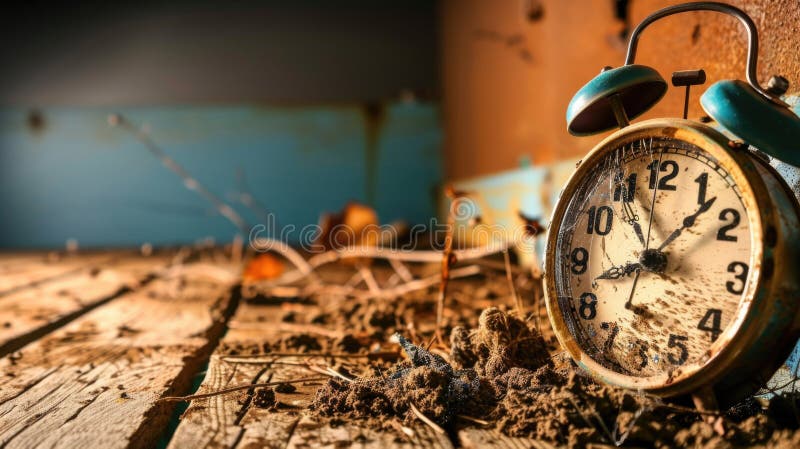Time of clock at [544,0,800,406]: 8:07
